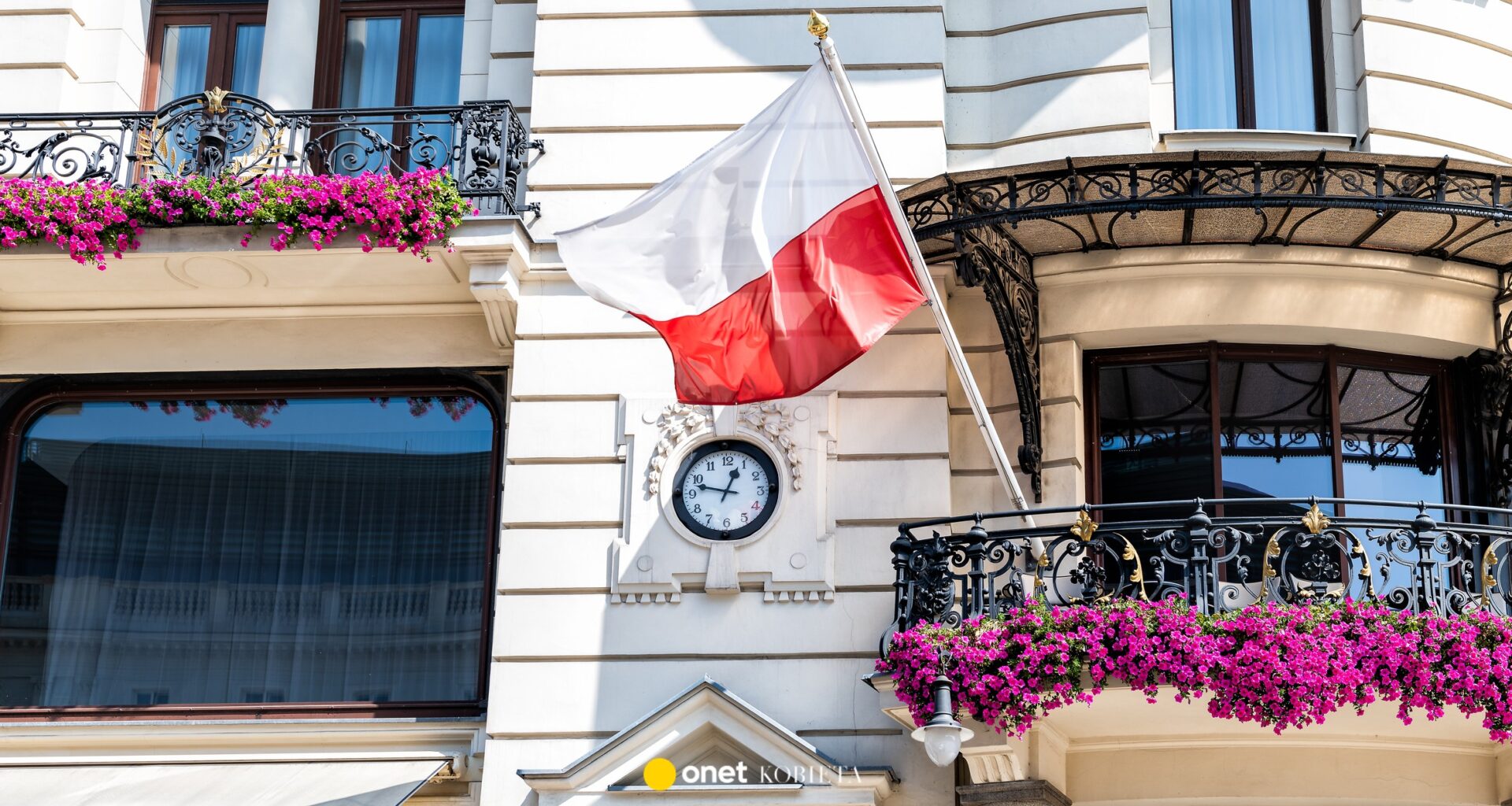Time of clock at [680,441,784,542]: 12:47
